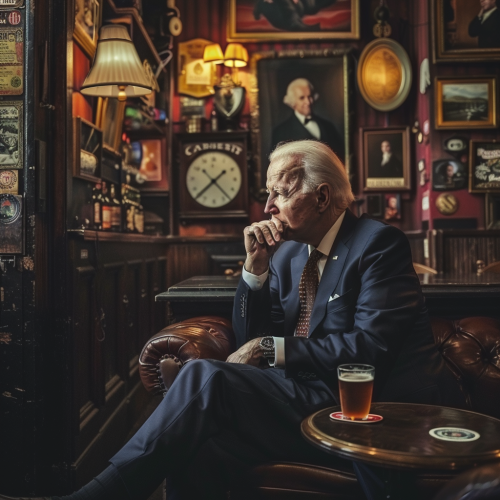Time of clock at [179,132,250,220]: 1:37
